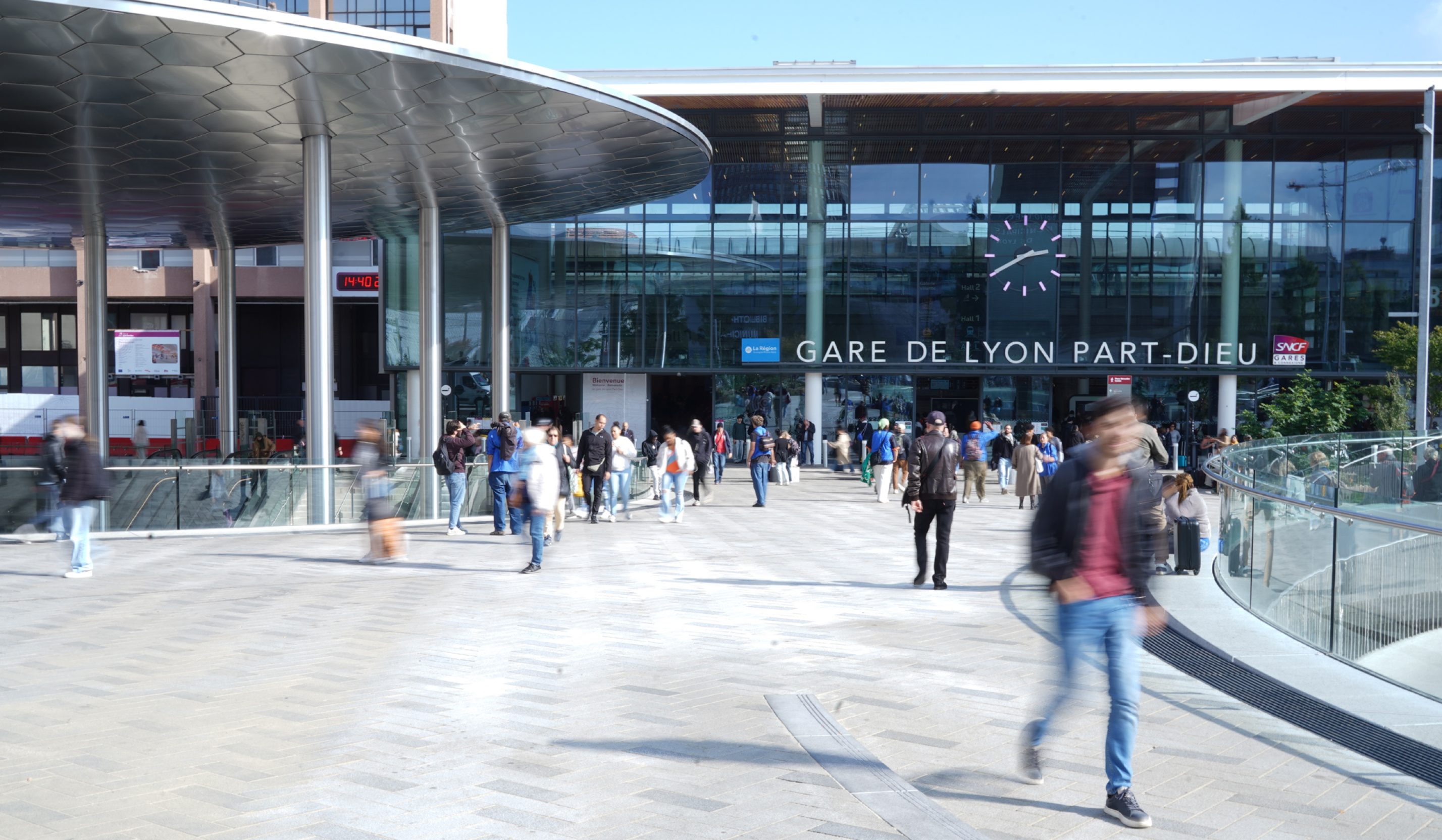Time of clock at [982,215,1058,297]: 2:40
